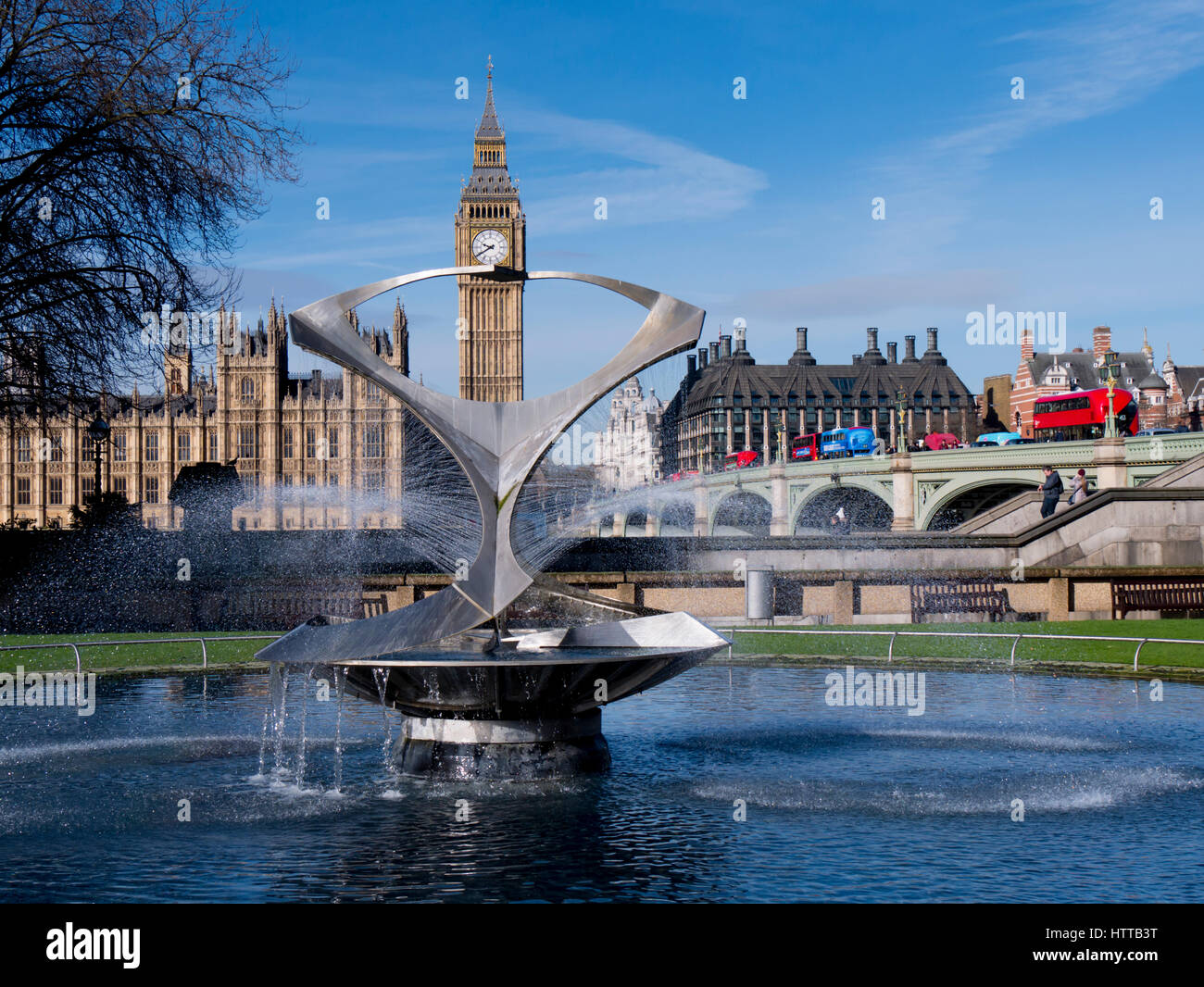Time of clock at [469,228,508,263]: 9:40
